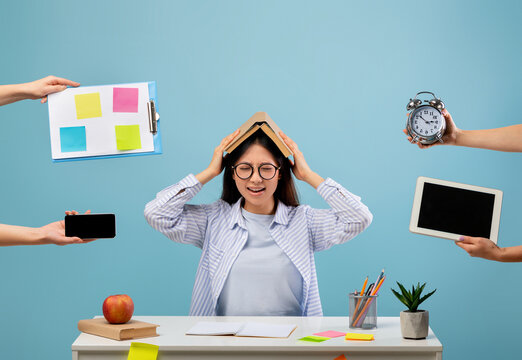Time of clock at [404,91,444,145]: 2:52
